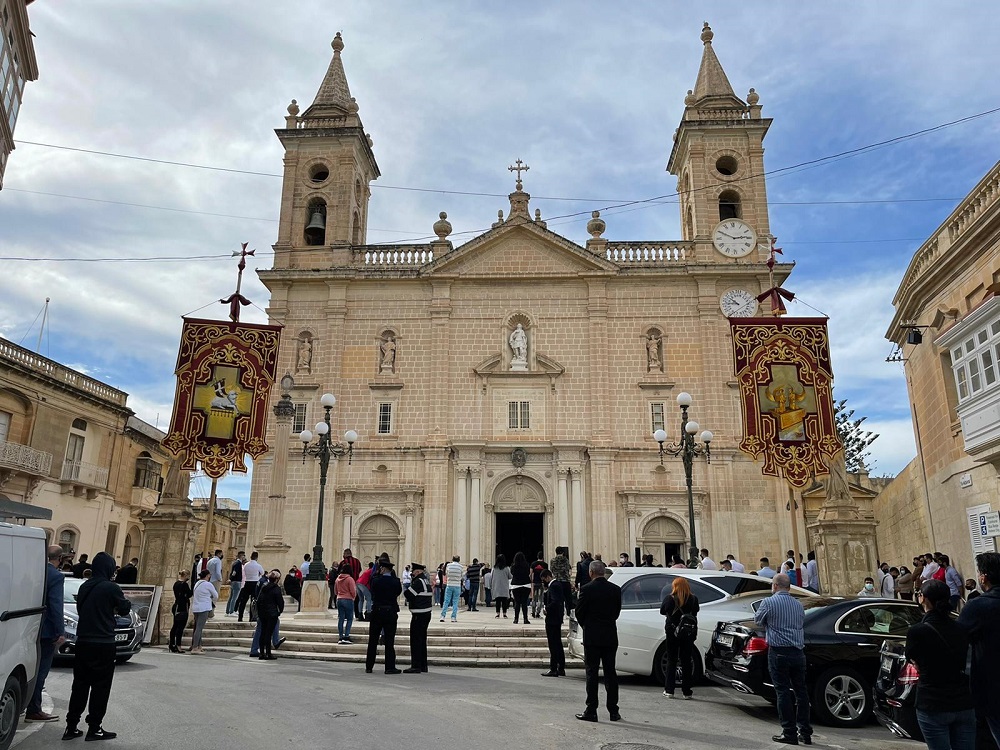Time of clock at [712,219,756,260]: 2:49
